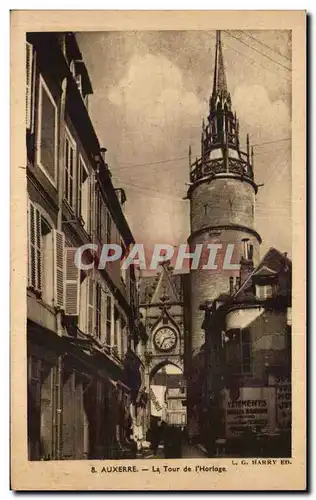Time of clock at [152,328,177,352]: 2:35
